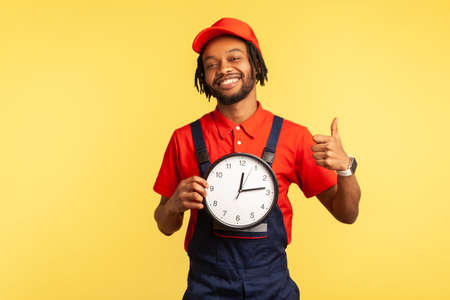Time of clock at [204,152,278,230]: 12:13
